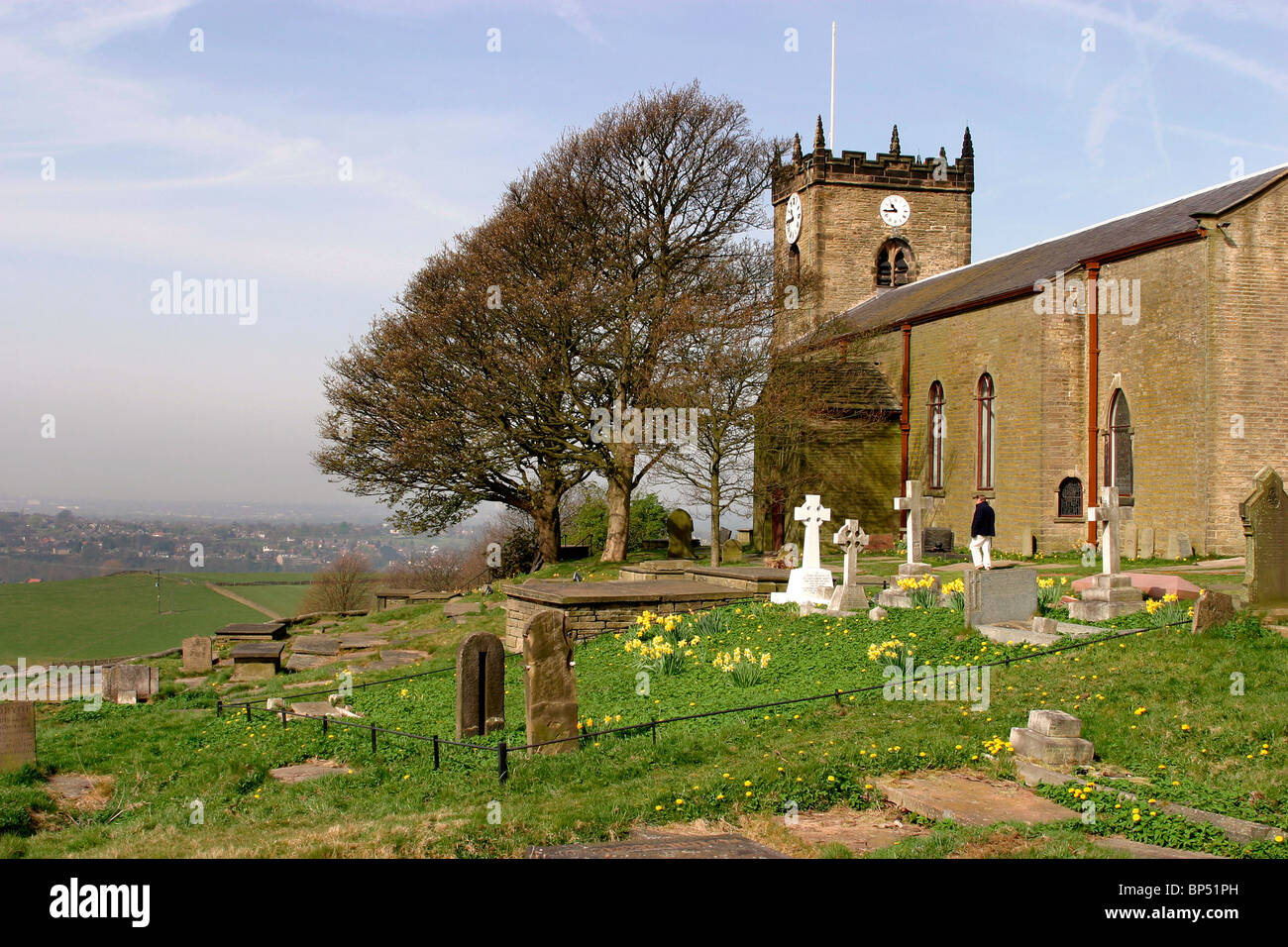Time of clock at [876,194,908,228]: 10:44
